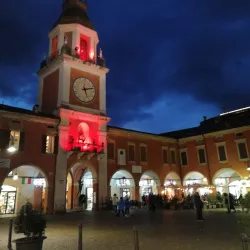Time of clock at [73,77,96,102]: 5:12
